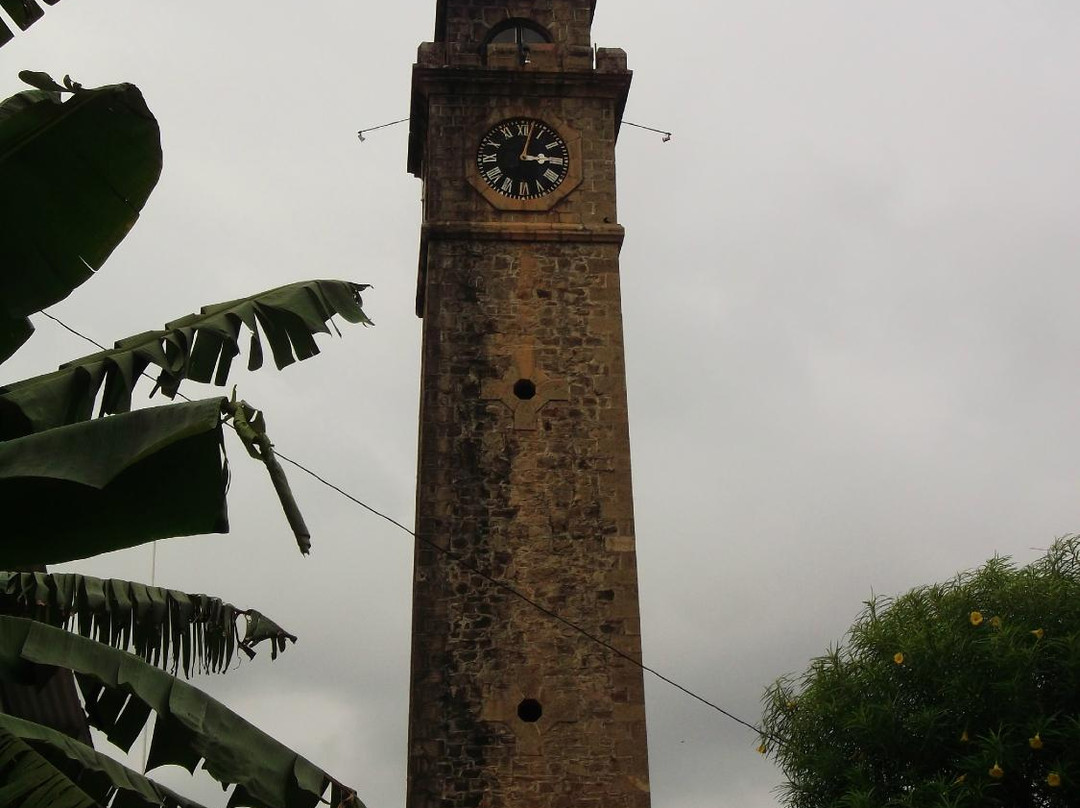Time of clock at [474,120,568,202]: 3:02
